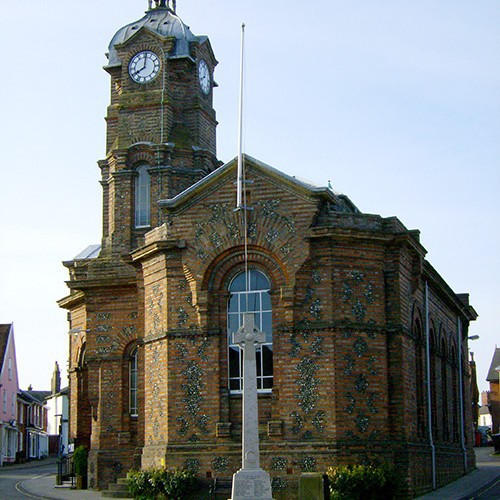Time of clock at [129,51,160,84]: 8:01
